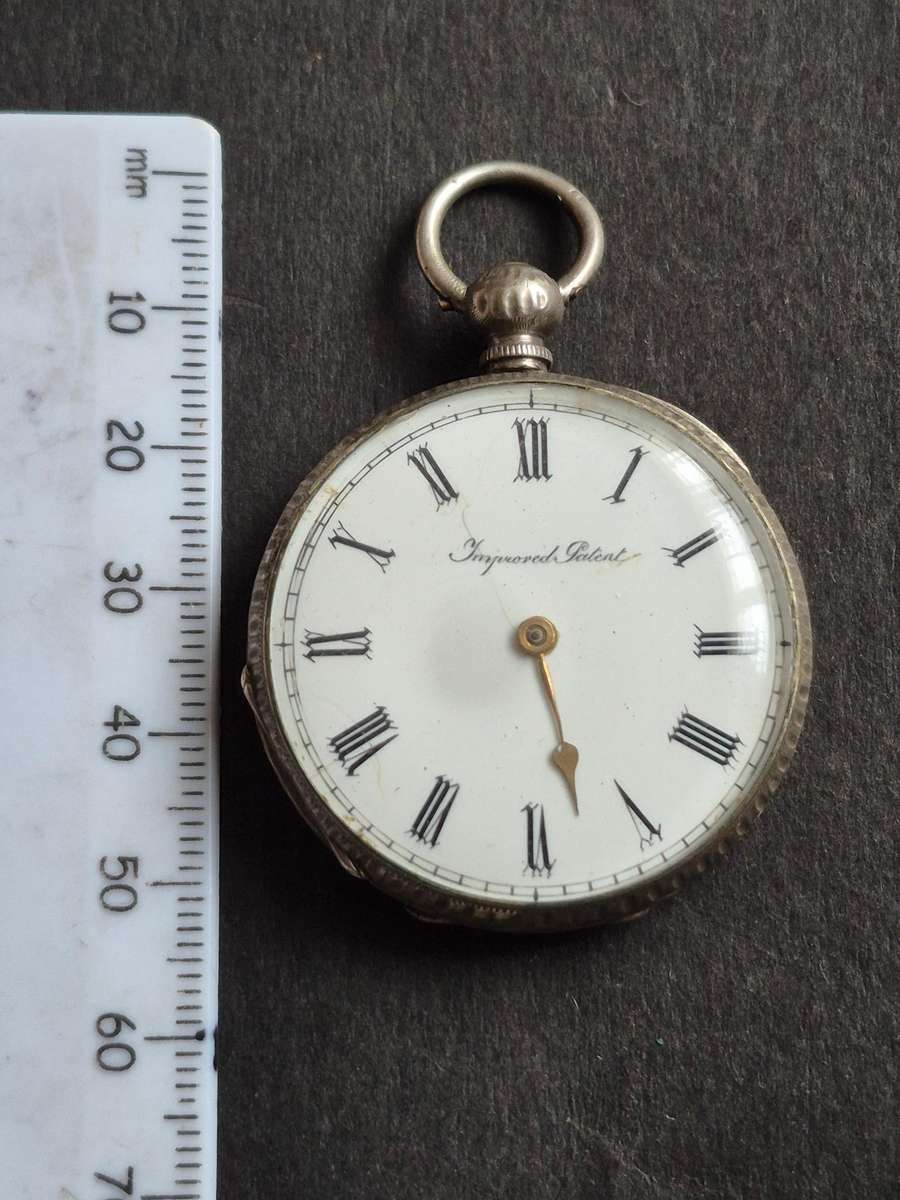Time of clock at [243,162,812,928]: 5:27
